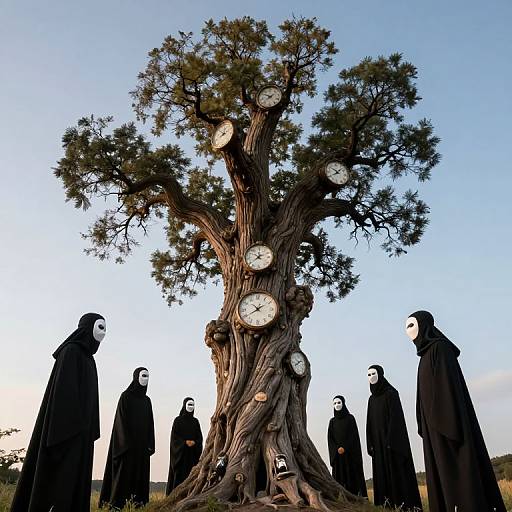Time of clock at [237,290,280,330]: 10:40
